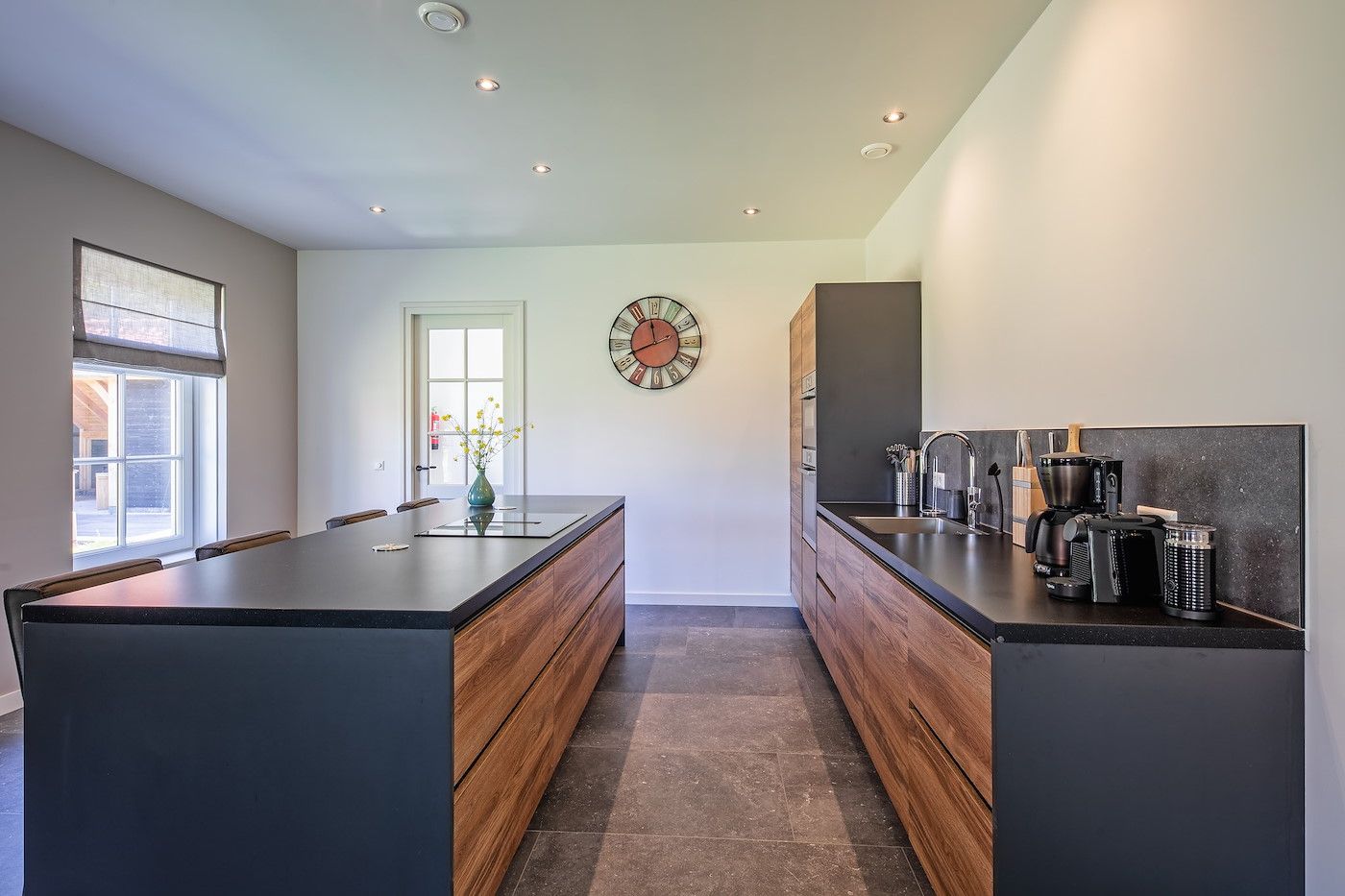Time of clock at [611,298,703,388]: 11:41
